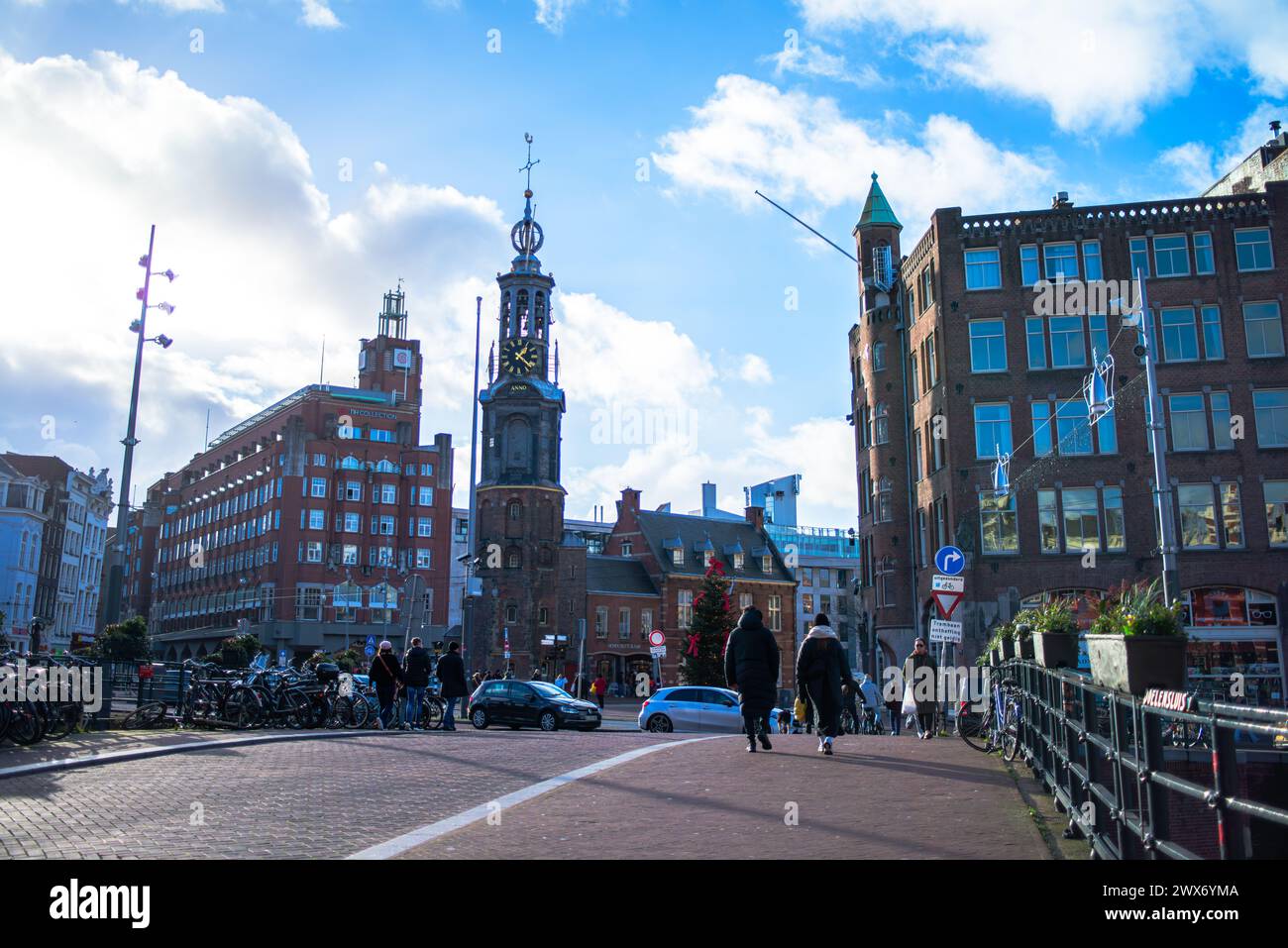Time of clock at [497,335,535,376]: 1:21
